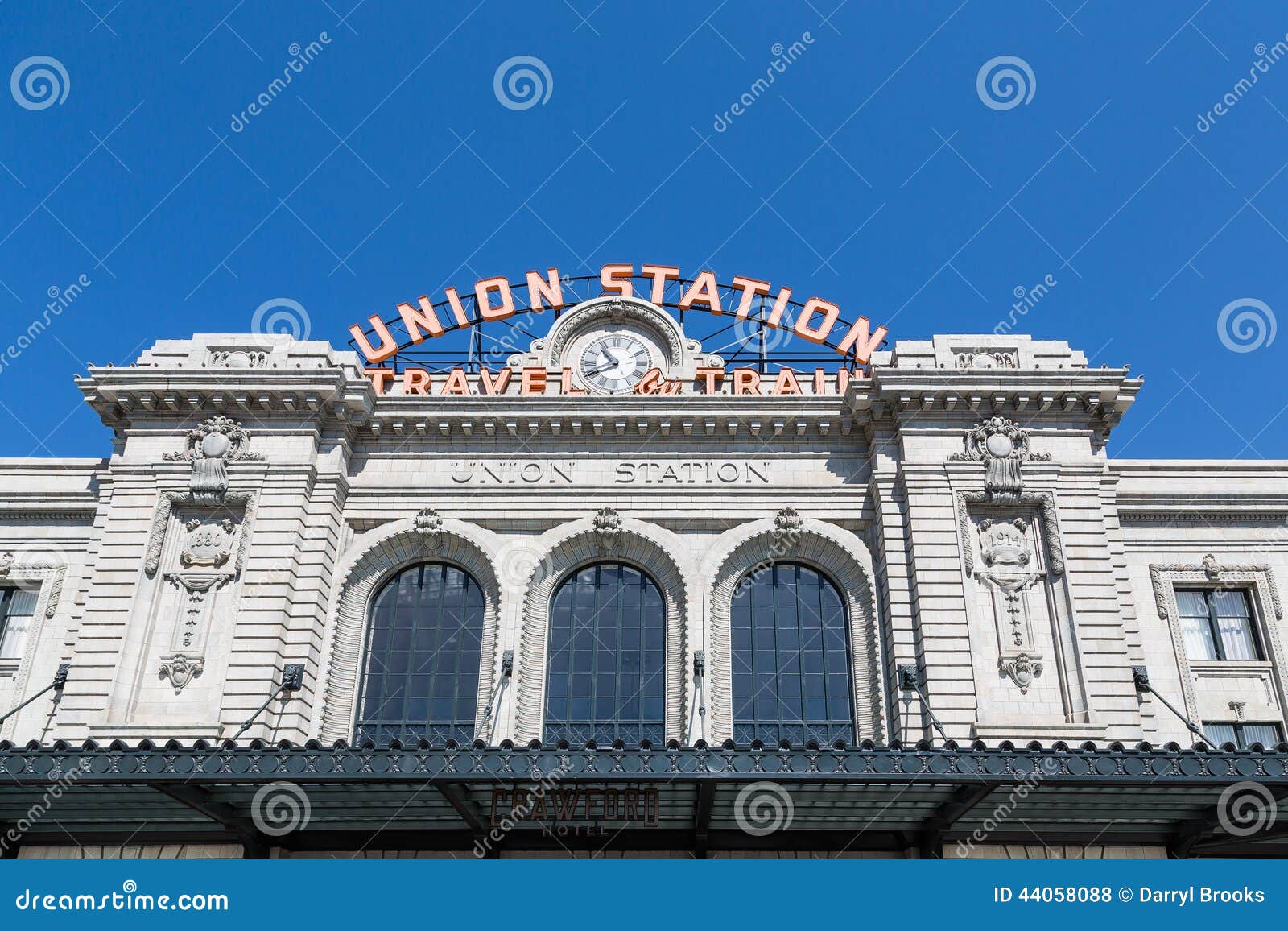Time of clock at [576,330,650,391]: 10:40
